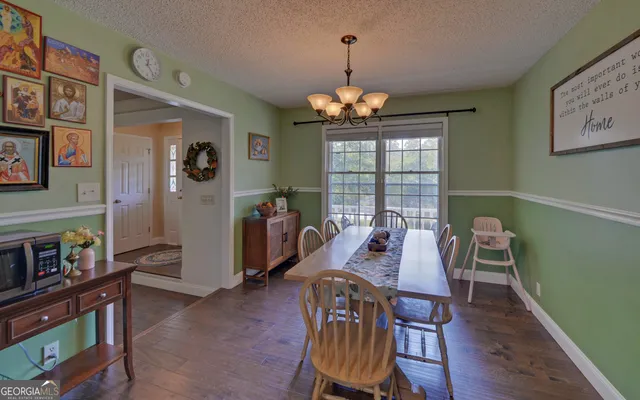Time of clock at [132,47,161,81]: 12:24
